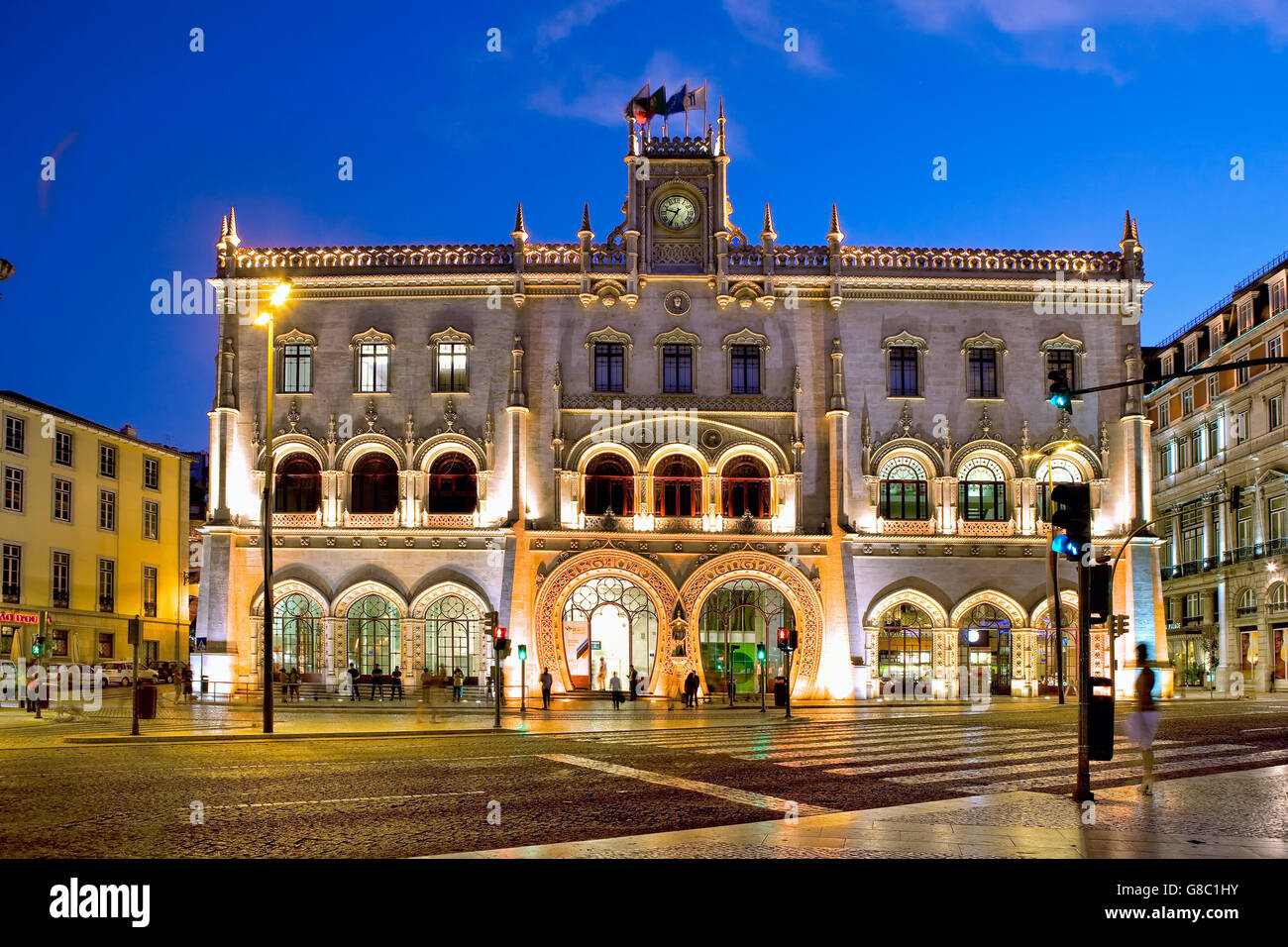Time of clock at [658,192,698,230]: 9:35
